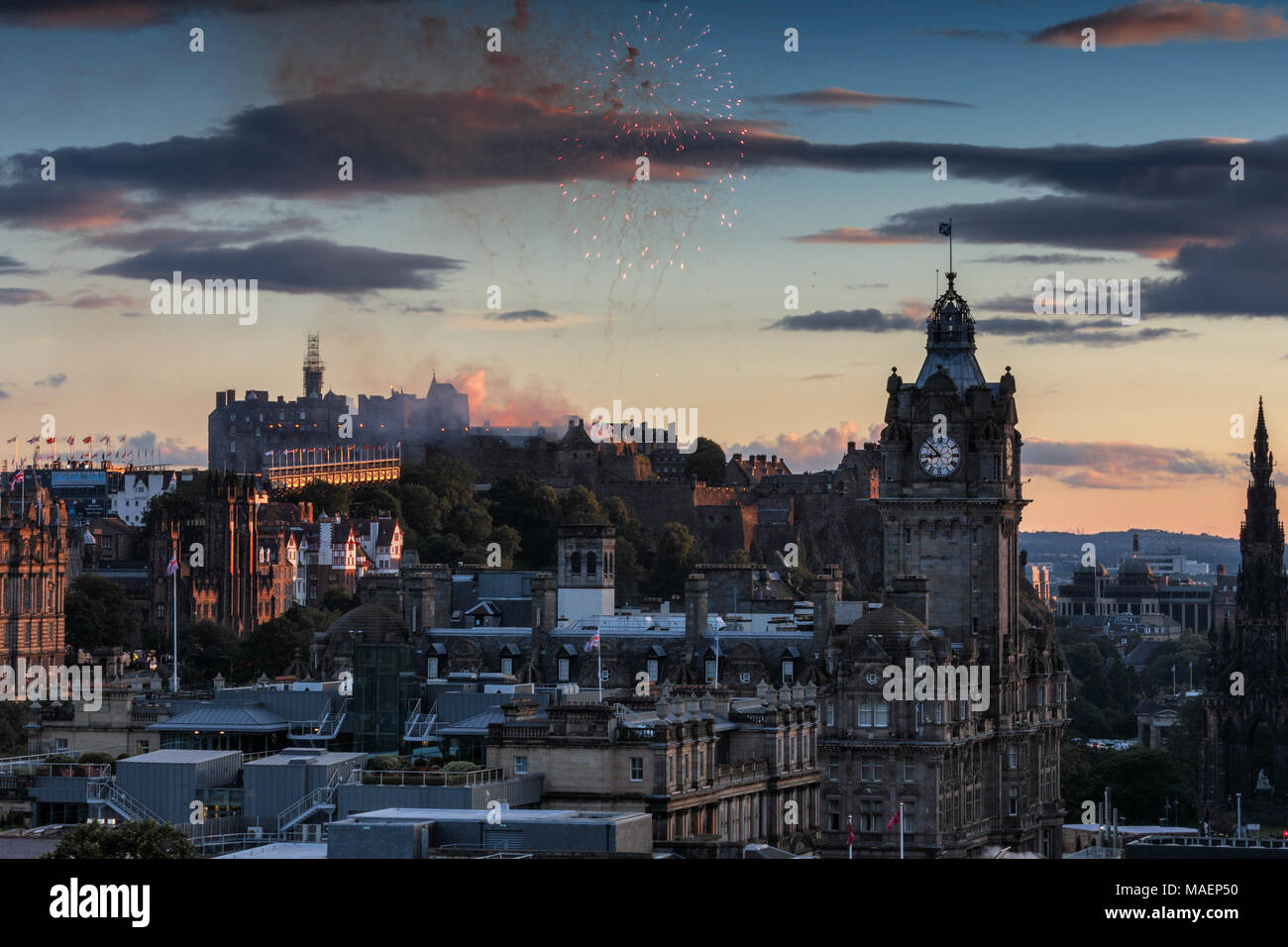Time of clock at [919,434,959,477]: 8:52
